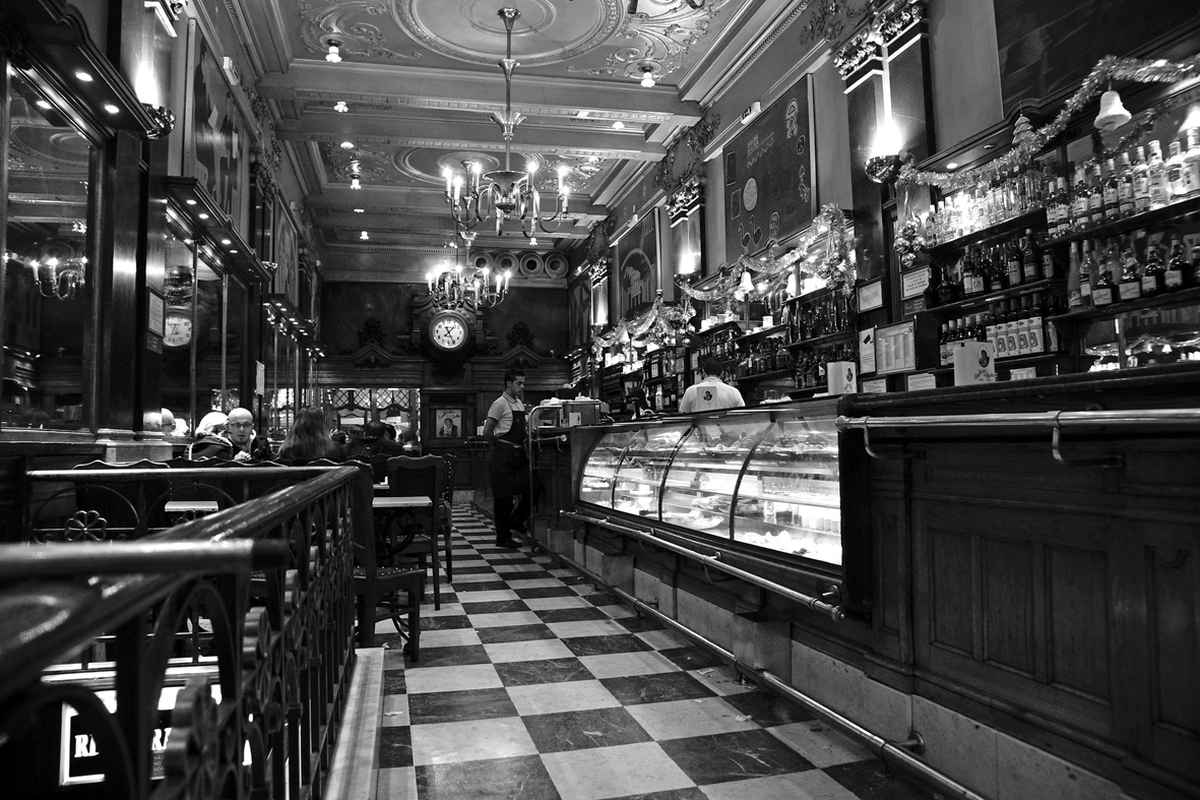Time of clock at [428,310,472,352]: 7:25
